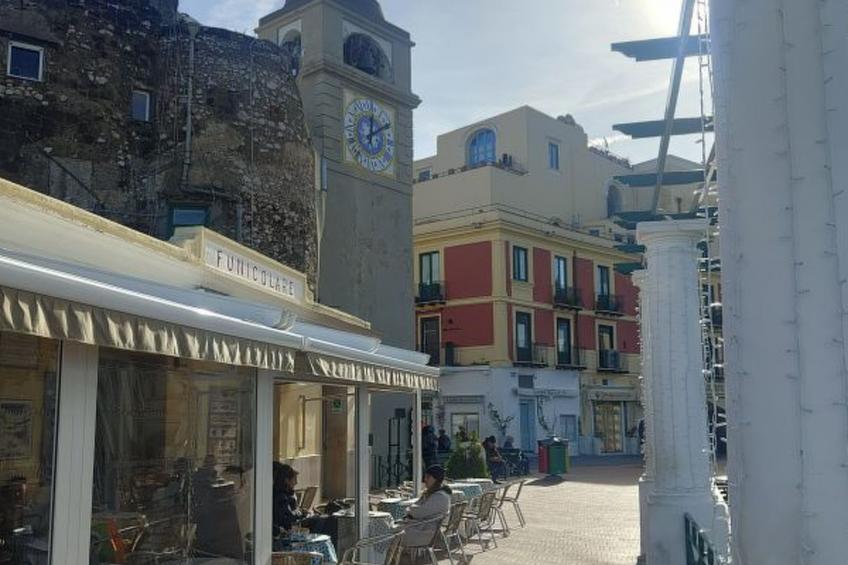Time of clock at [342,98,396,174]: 2:01
